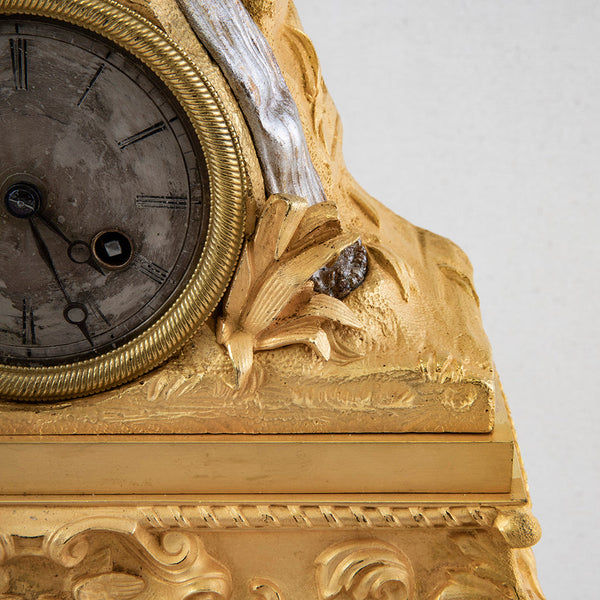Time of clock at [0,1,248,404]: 4:26
